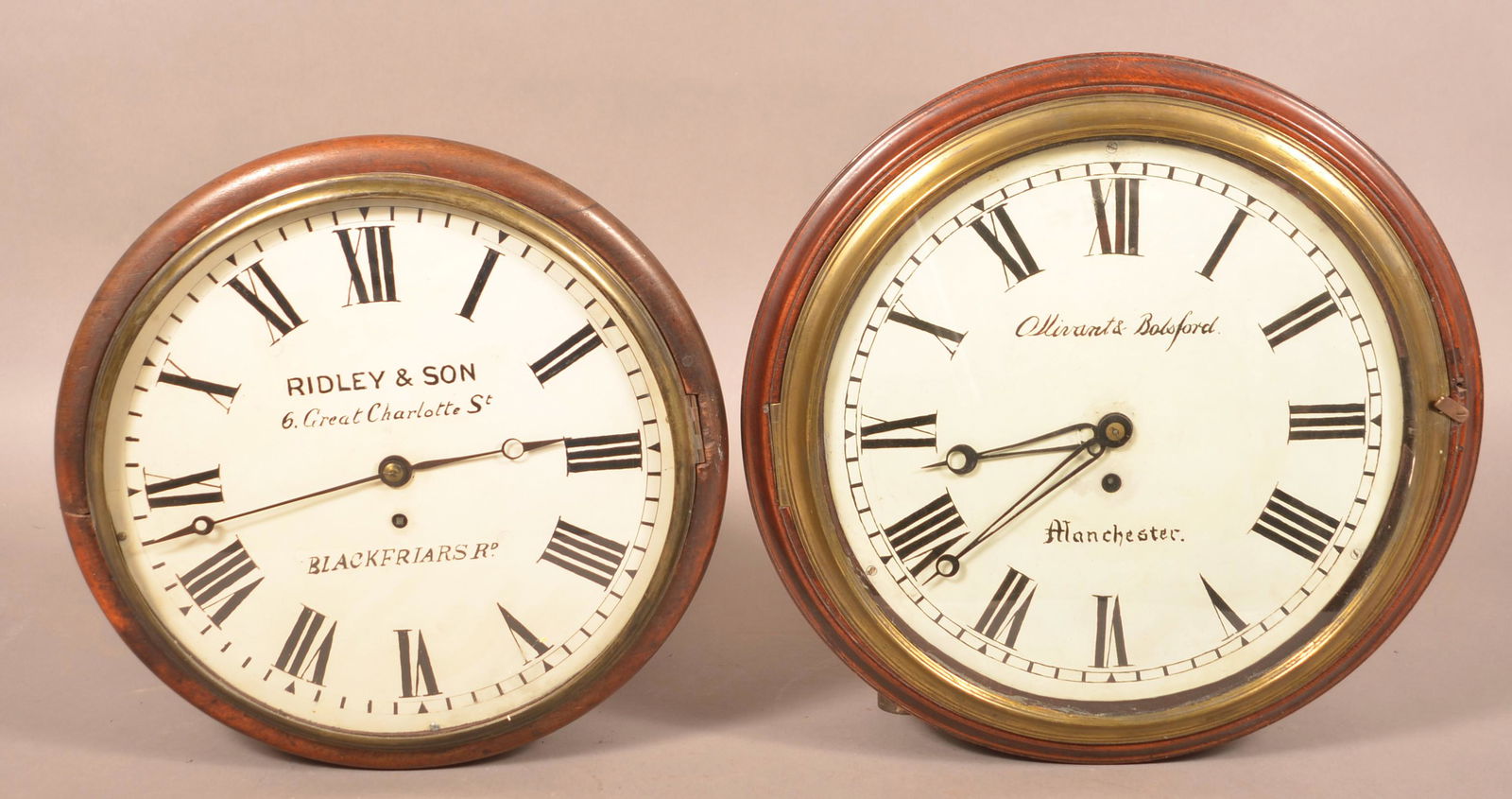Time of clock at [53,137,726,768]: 2:42
